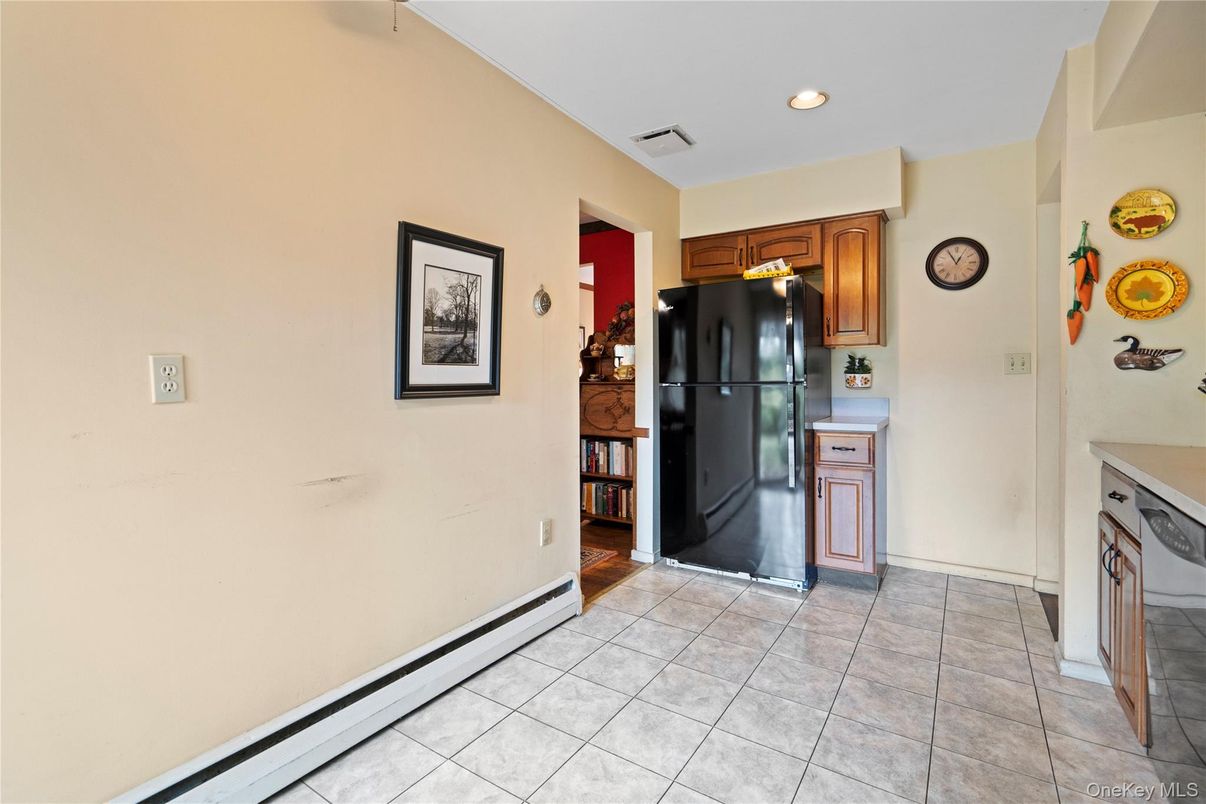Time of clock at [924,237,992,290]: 12:55
